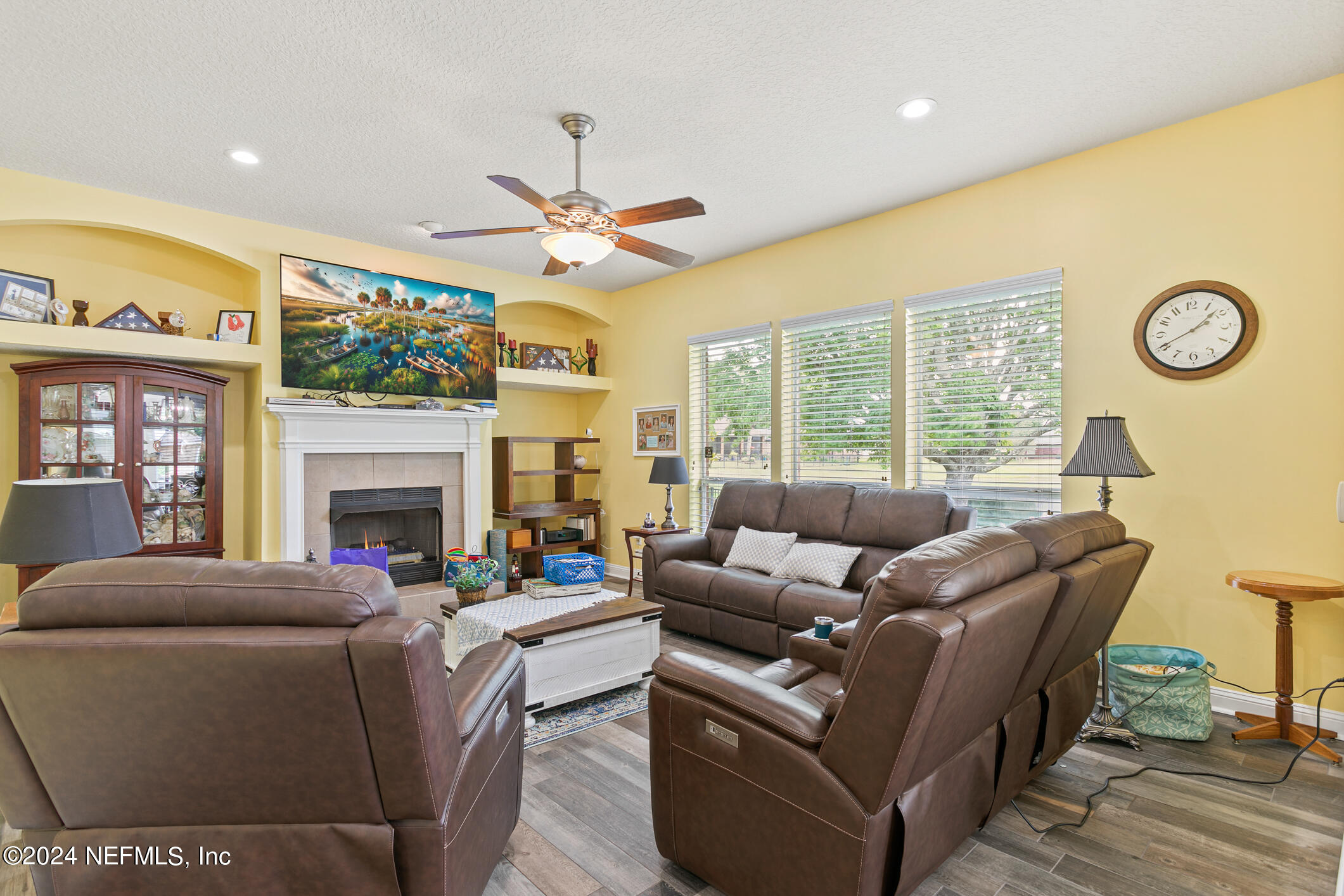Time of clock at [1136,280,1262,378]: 1:40
